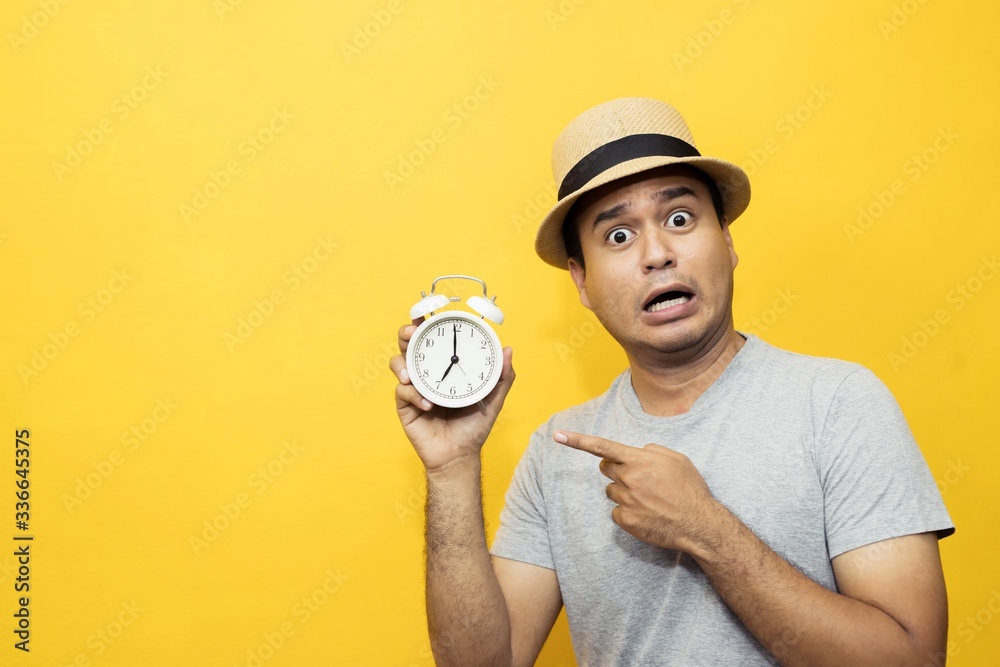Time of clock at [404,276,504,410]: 6:59
